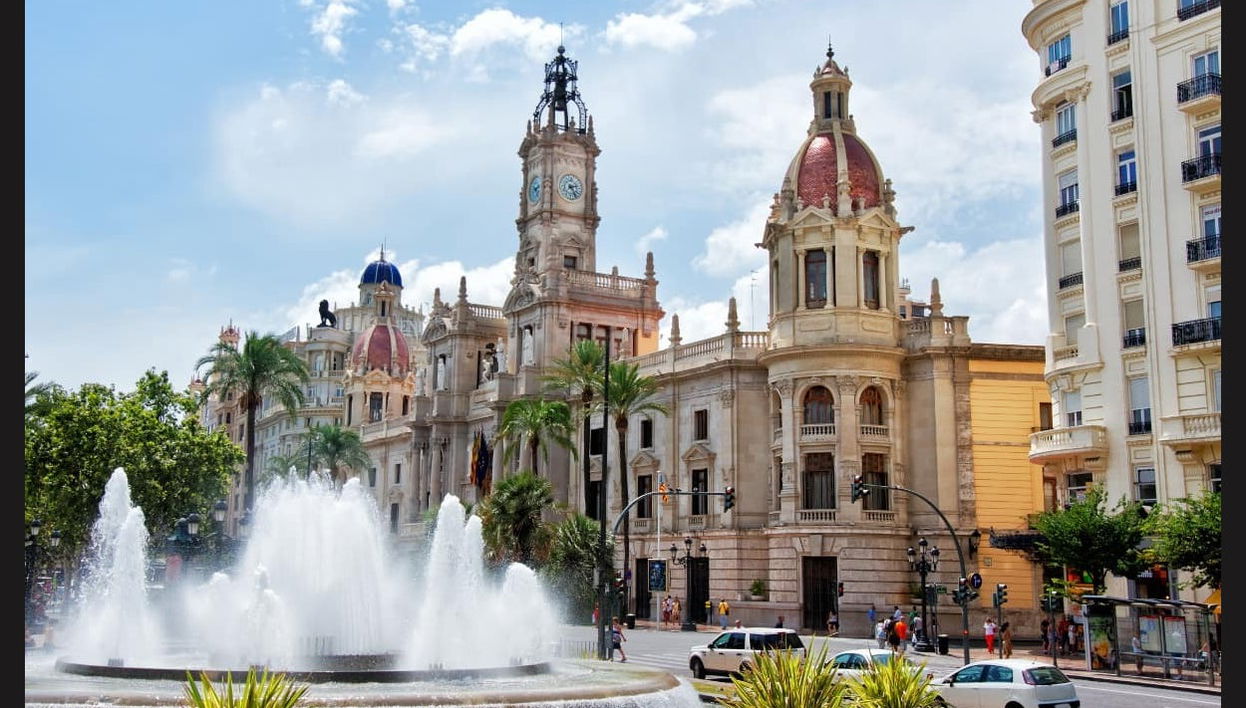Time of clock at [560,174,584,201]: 2:25
